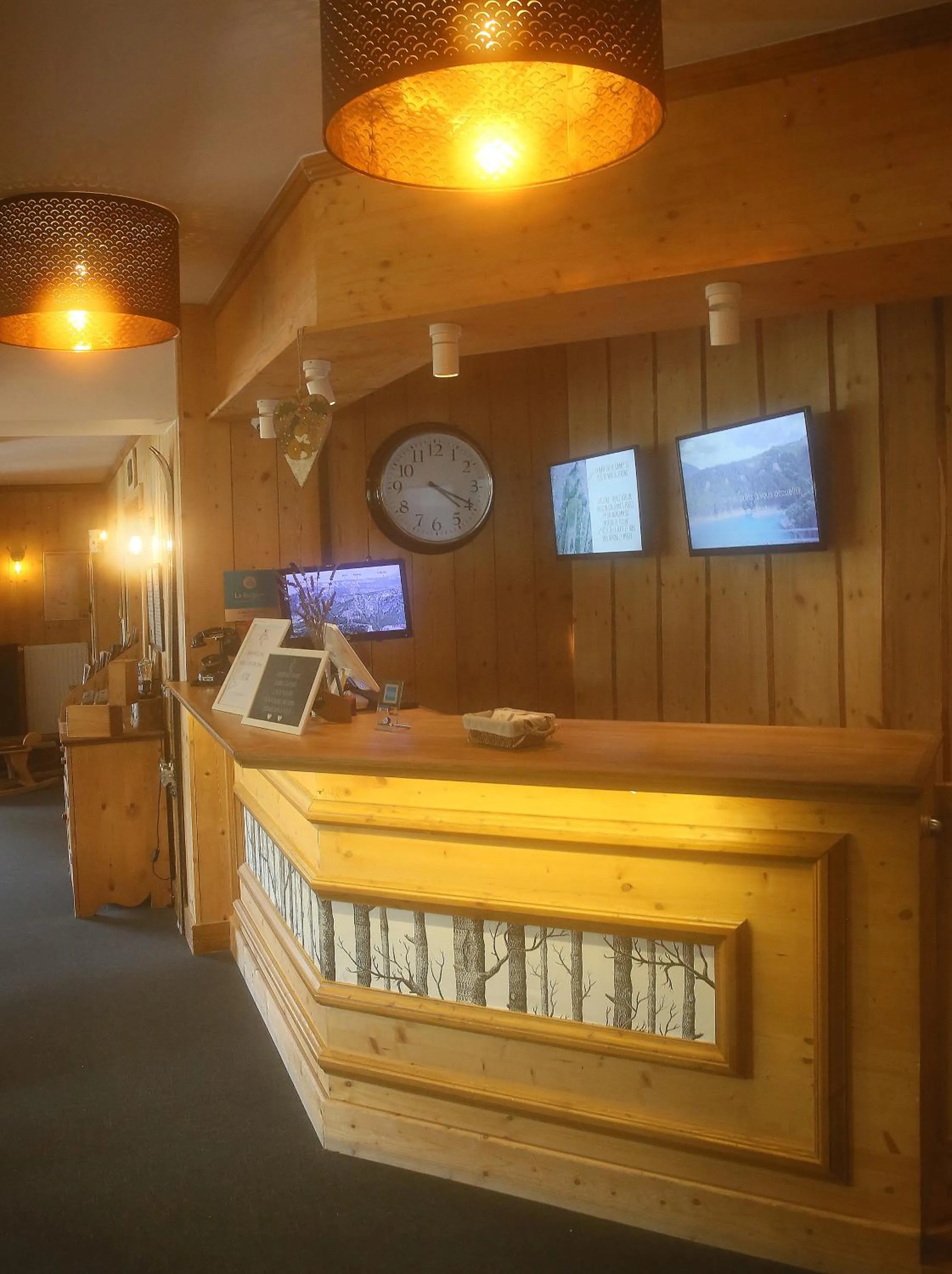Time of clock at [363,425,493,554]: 4:19
